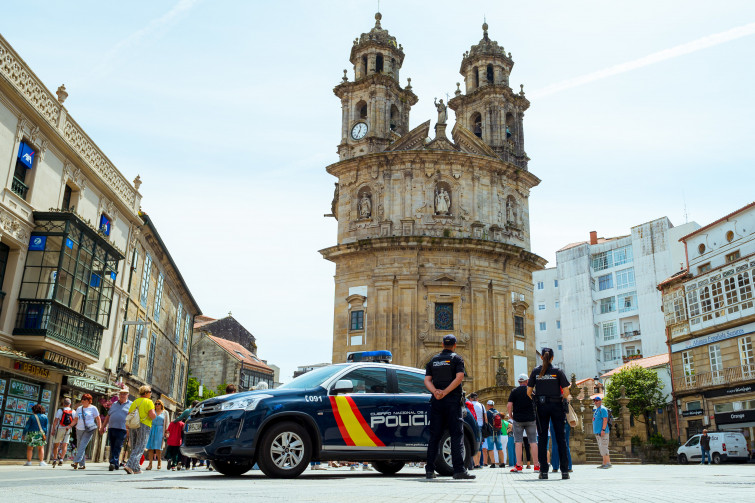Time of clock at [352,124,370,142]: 12:34
